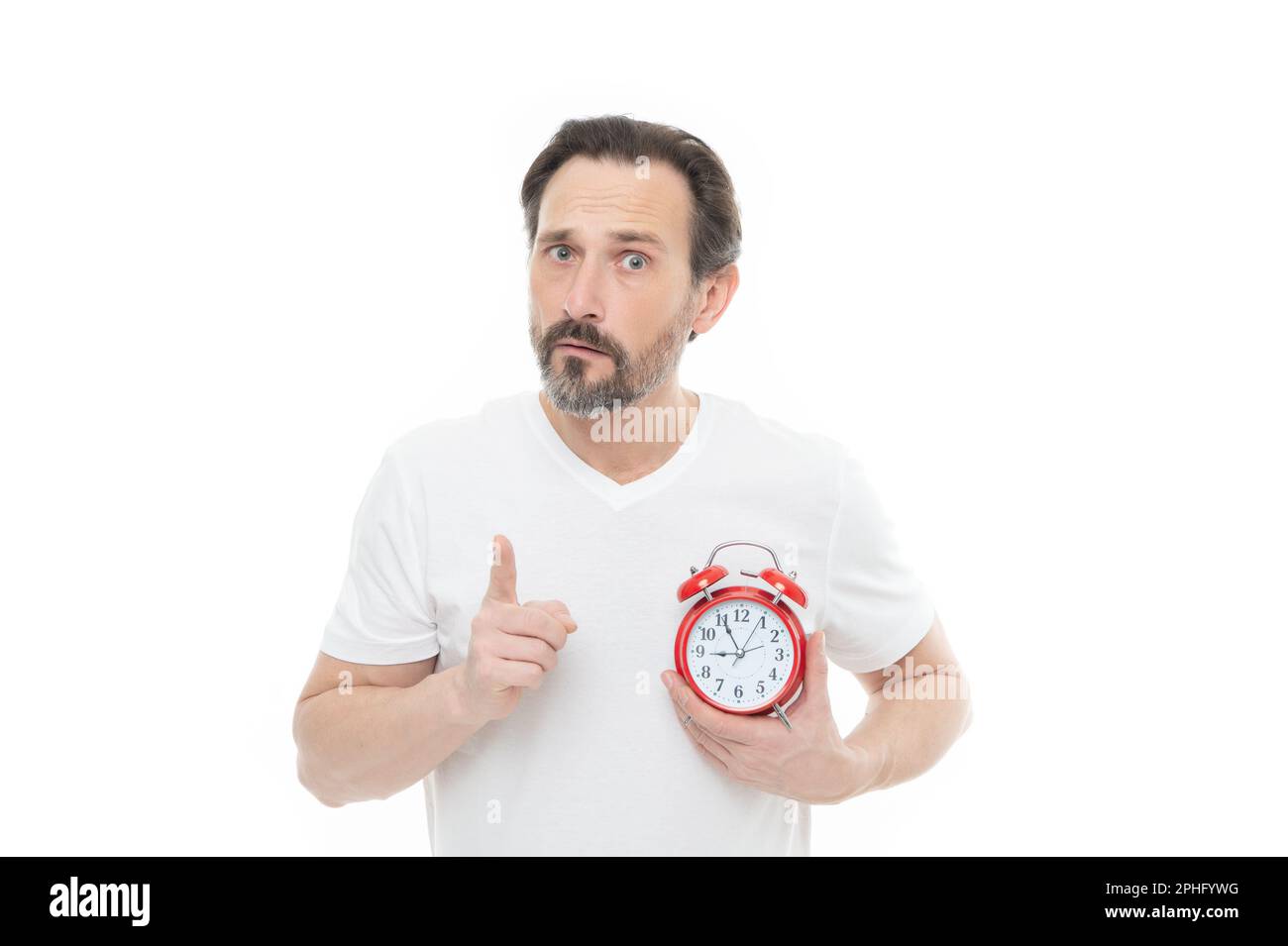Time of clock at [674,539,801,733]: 8:55
